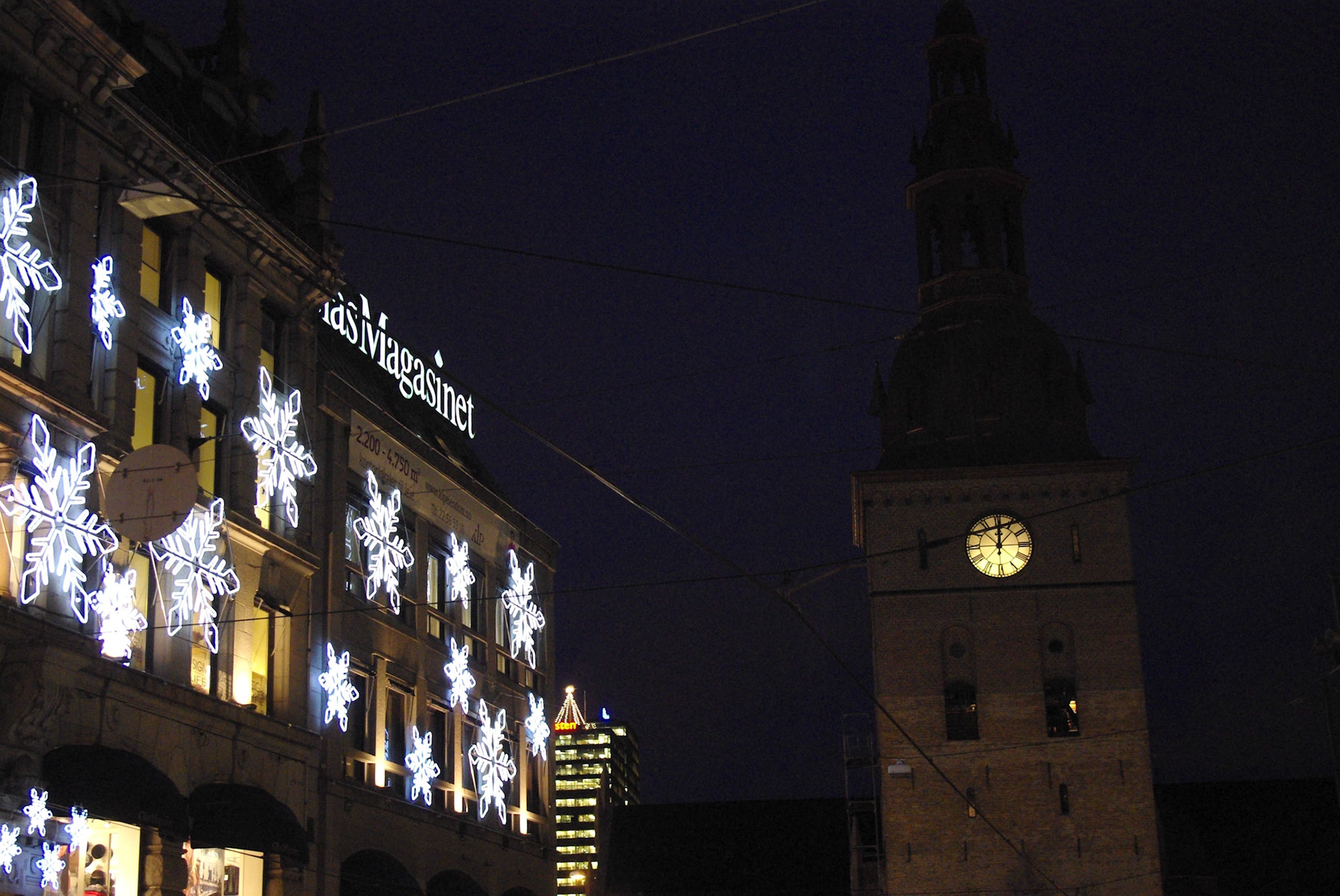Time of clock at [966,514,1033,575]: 12:07
